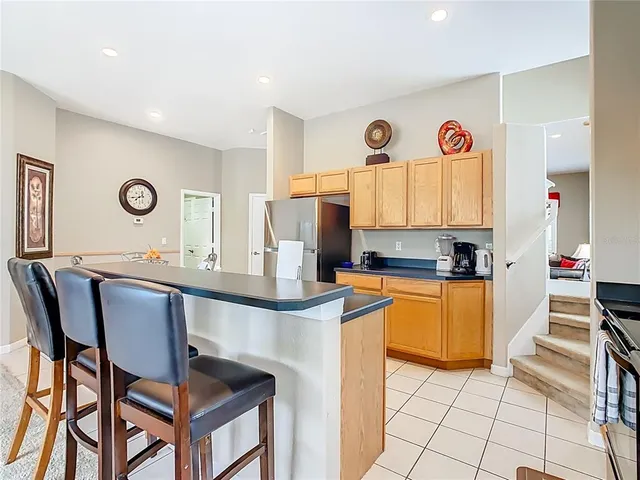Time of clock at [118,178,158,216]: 7:43
